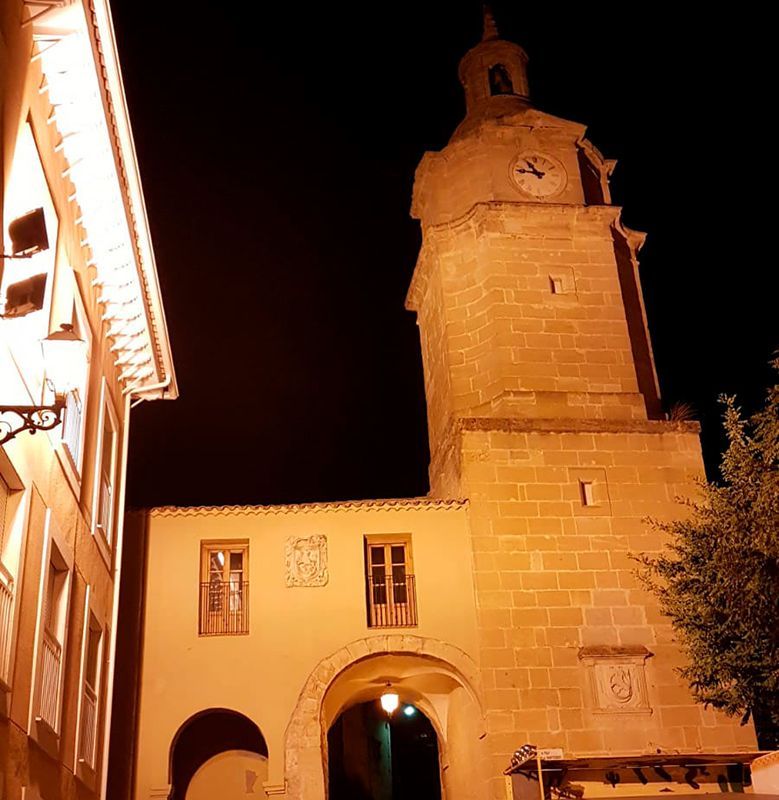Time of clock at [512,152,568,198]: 10:46
